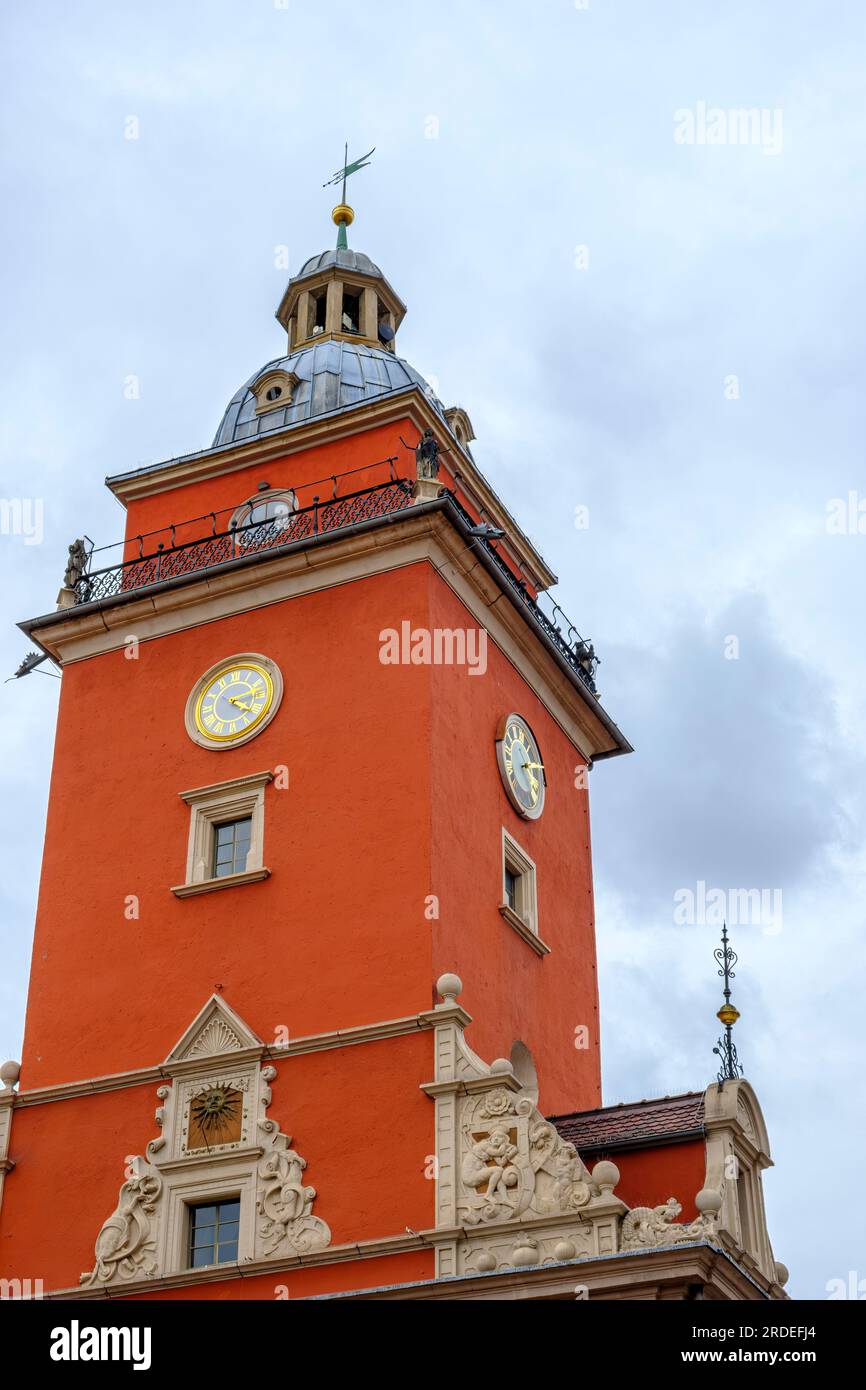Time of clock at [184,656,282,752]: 4:12
